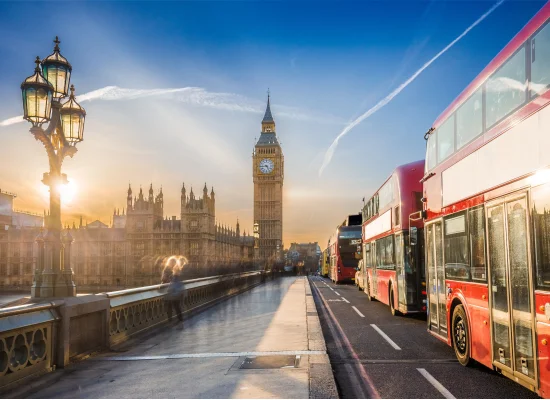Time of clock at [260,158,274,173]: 4:44
